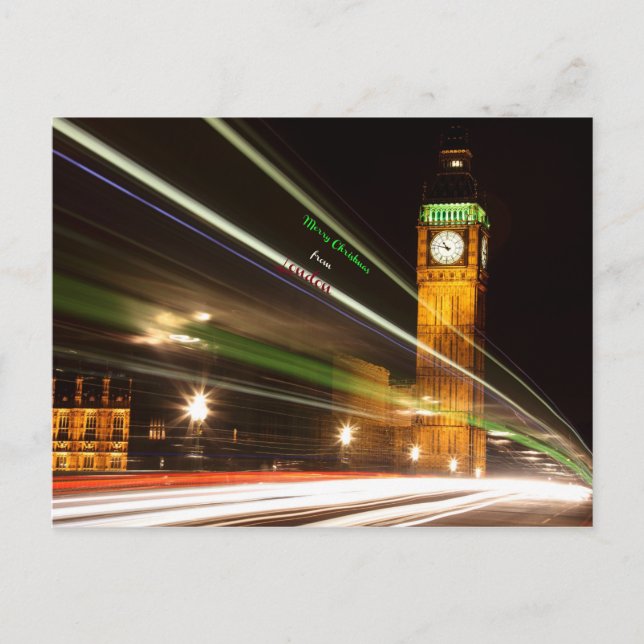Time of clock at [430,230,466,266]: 10:47
